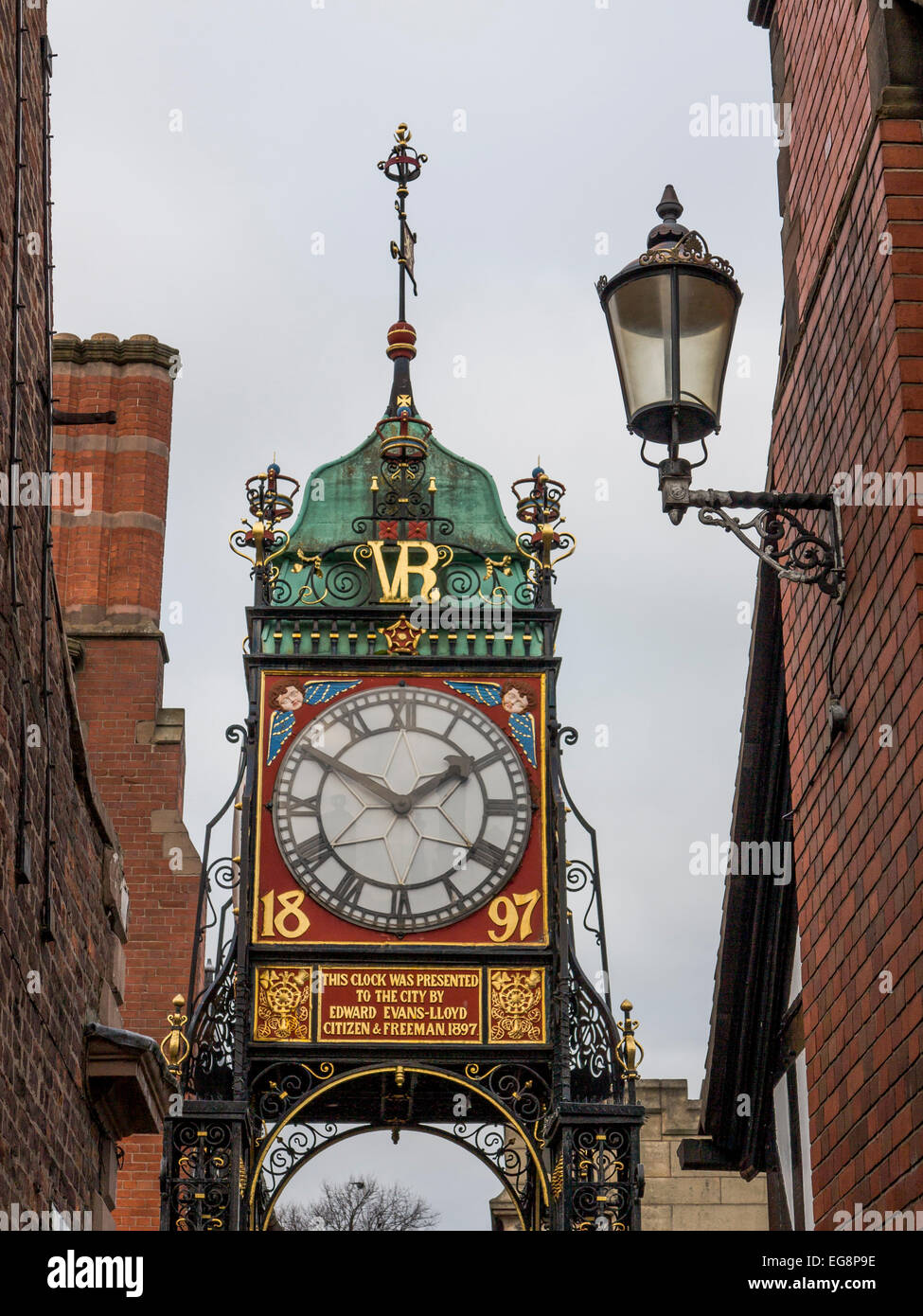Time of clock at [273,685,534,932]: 1:50
